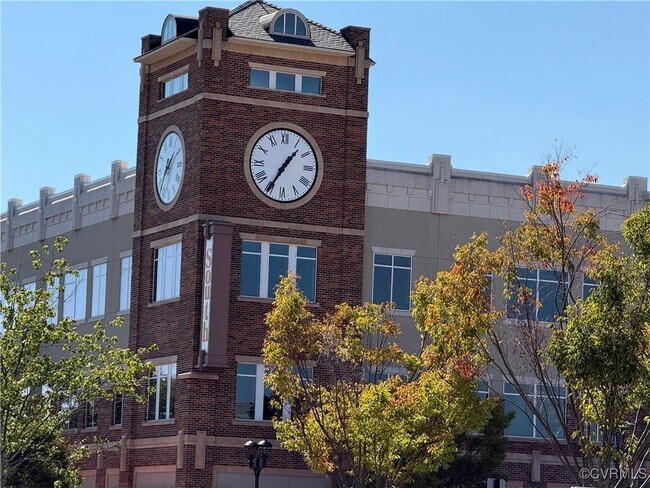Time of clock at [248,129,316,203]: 1:35
